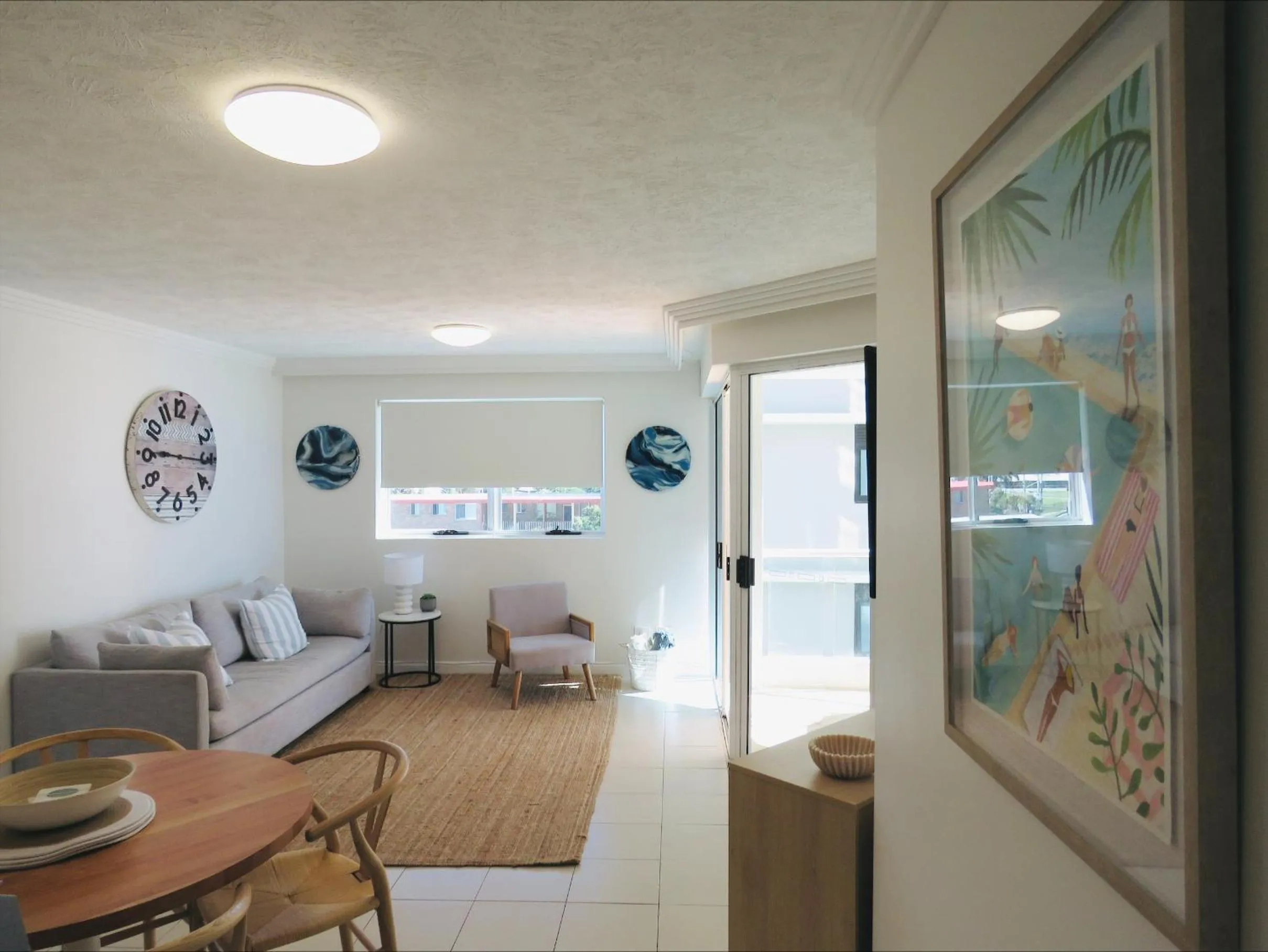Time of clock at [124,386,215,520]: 9:15
